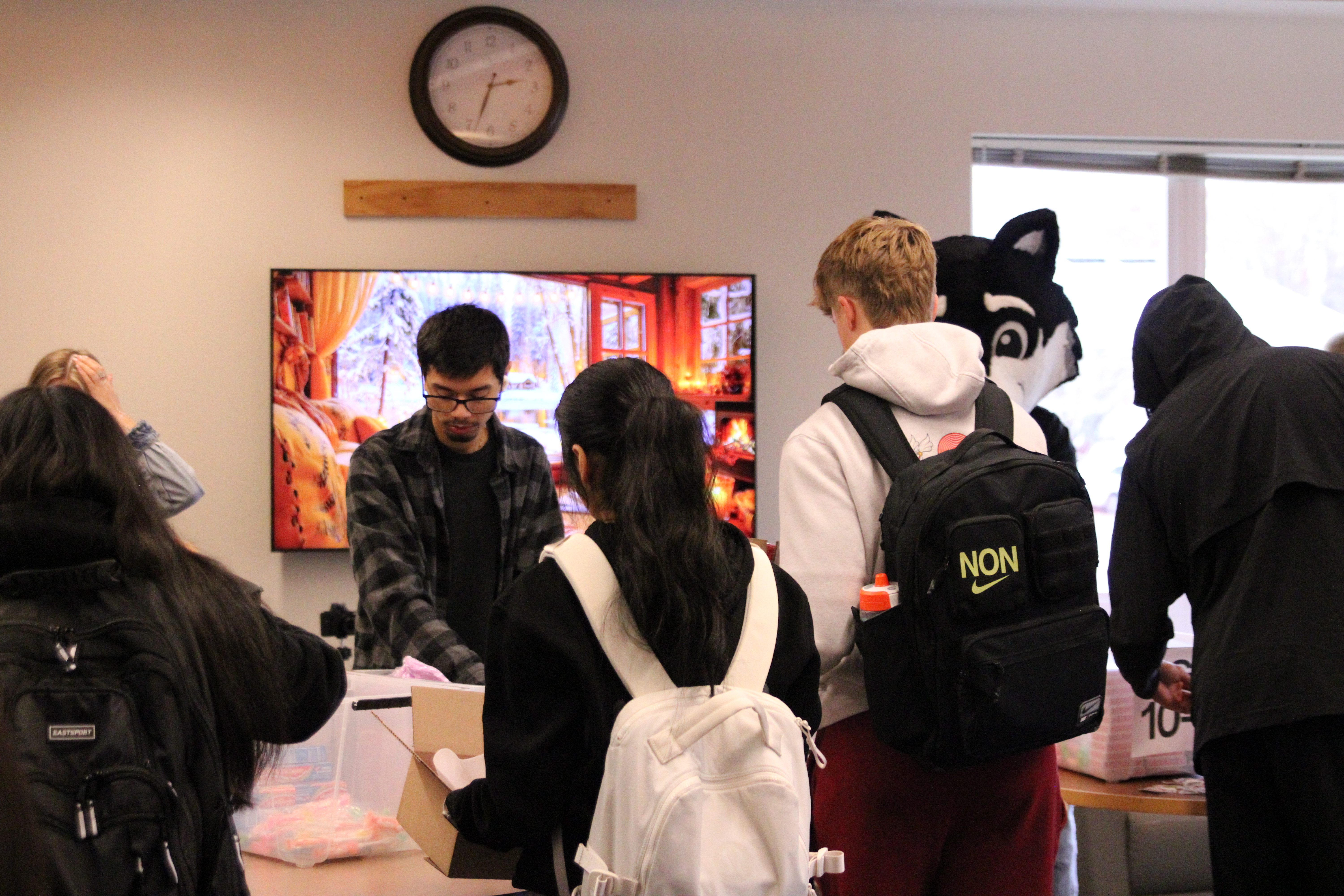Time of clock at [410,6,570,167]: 2:33
